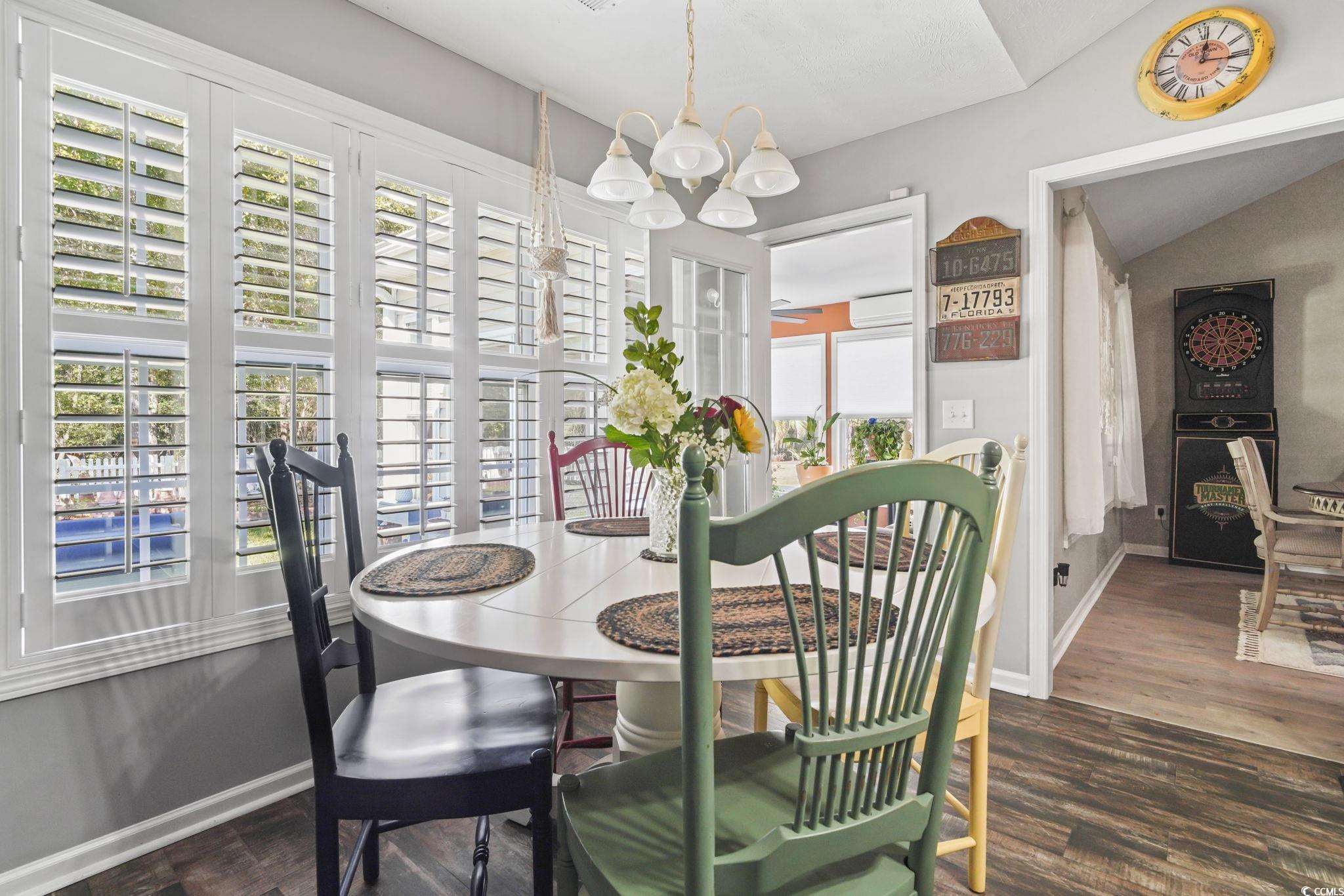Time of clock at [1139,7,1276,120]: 12:15
